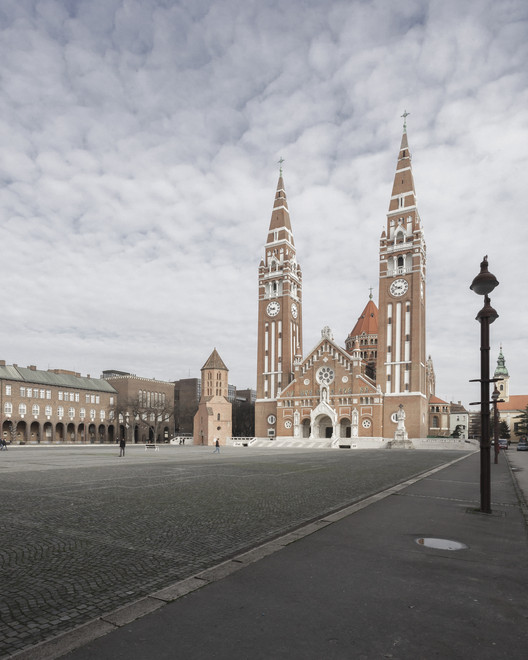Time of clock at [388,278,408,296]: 9:42
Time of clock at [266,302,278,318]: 9:42
